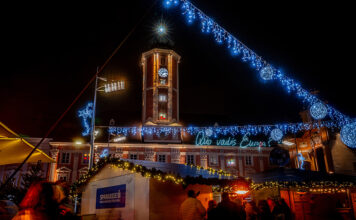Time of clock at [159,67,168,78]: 7:13
